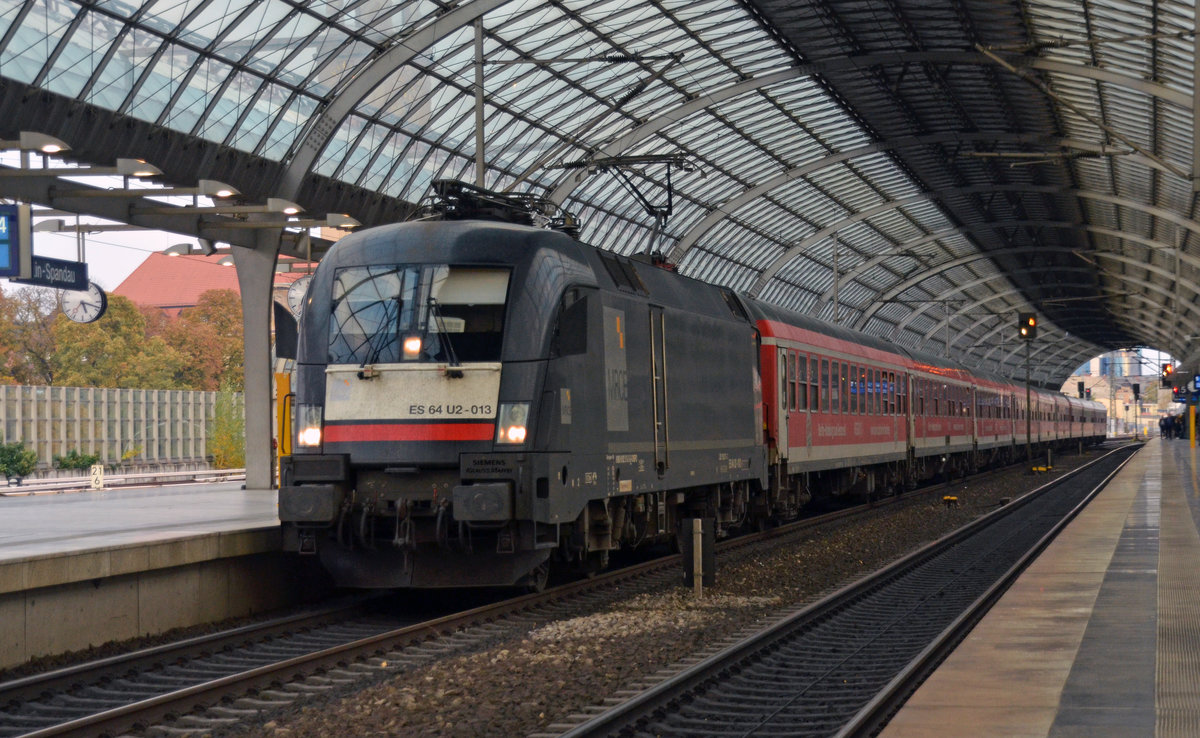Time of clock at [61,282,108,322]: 5:18
